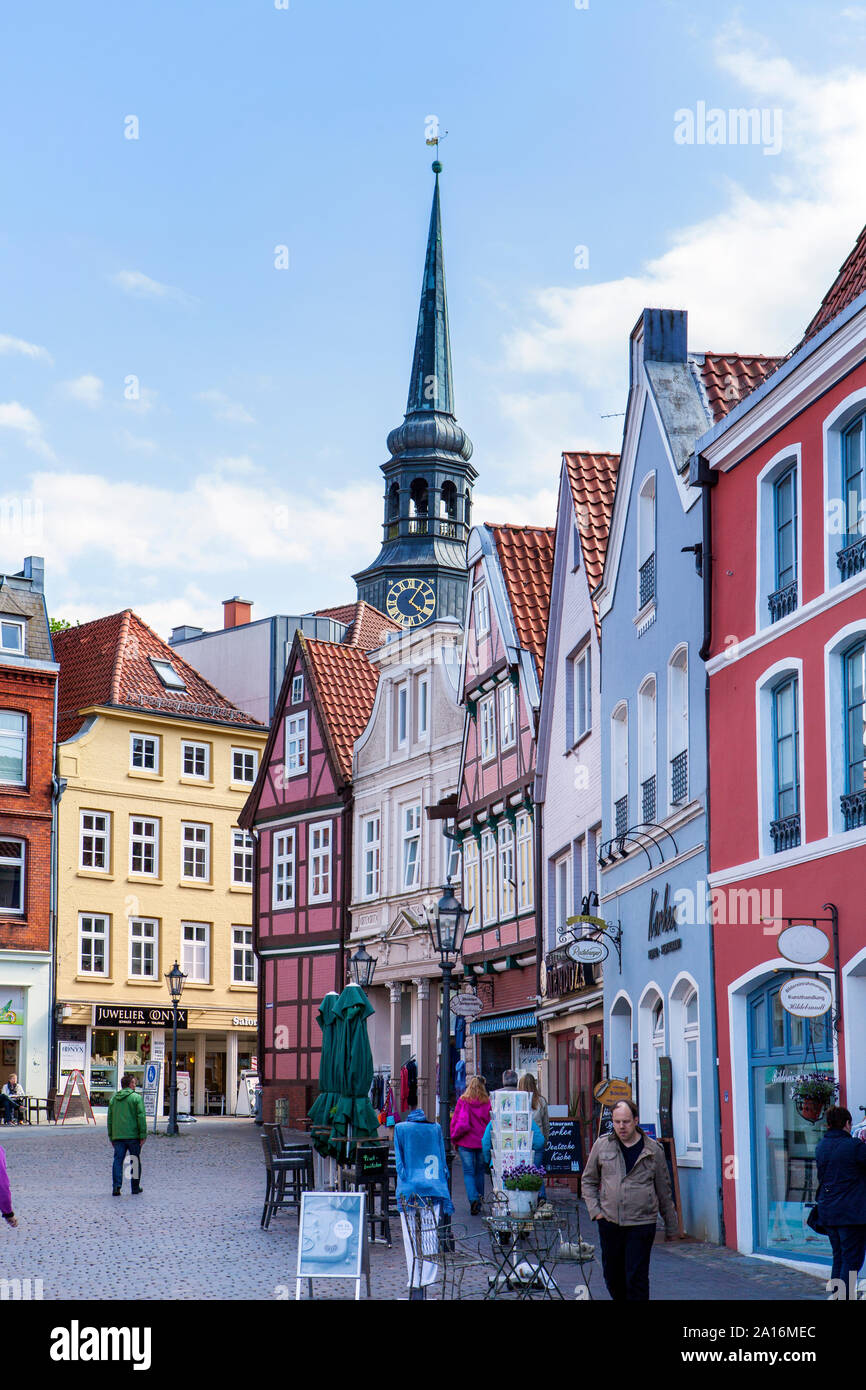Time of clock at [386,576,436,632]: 4:05
